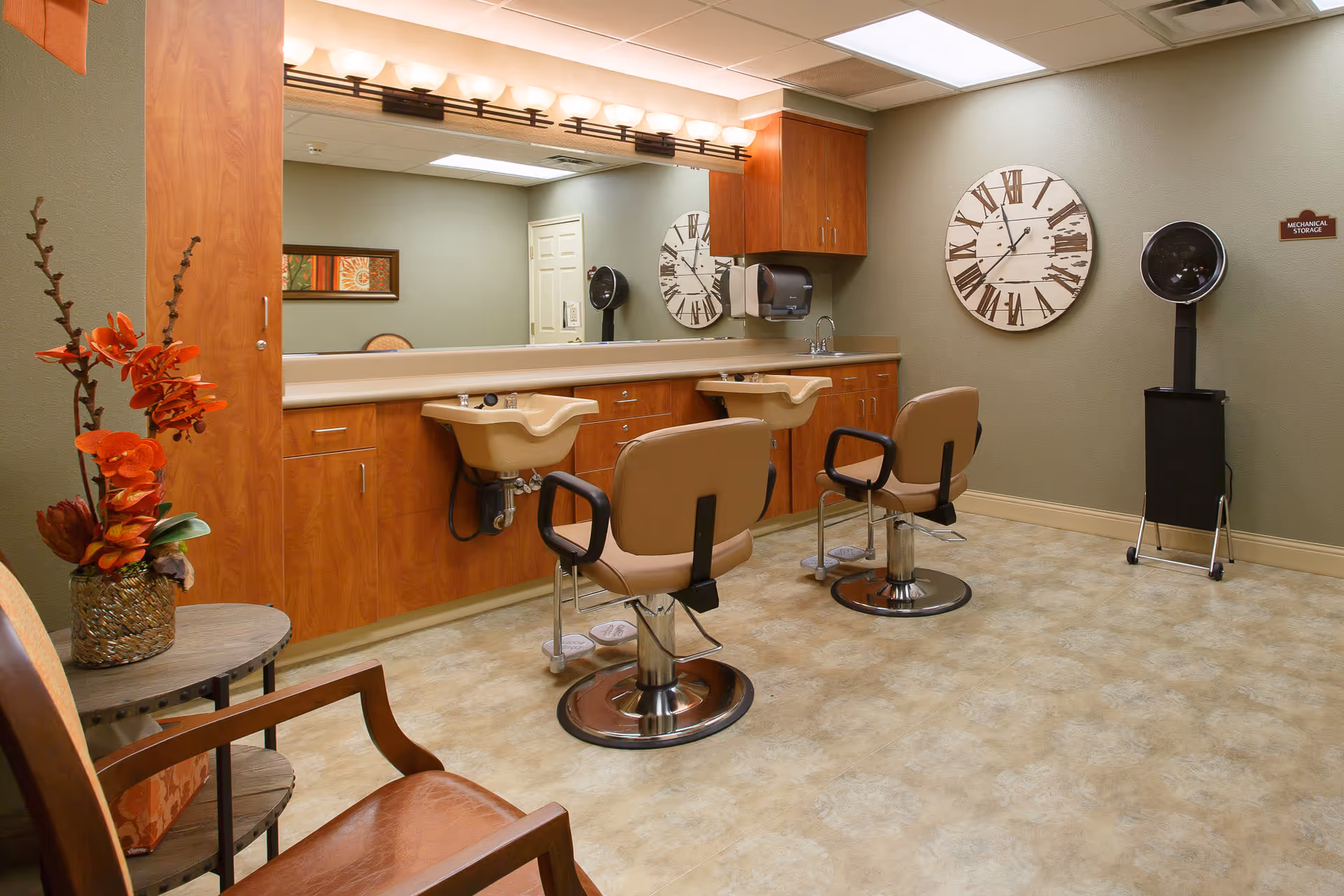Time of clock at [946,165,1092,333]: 11:37
